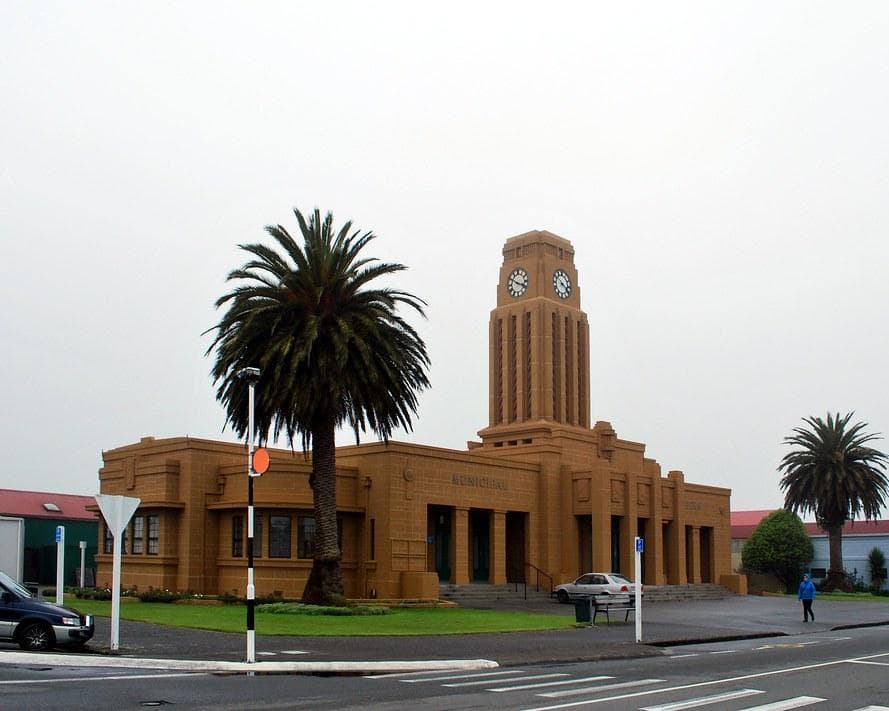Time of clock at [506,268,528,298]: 3:50
